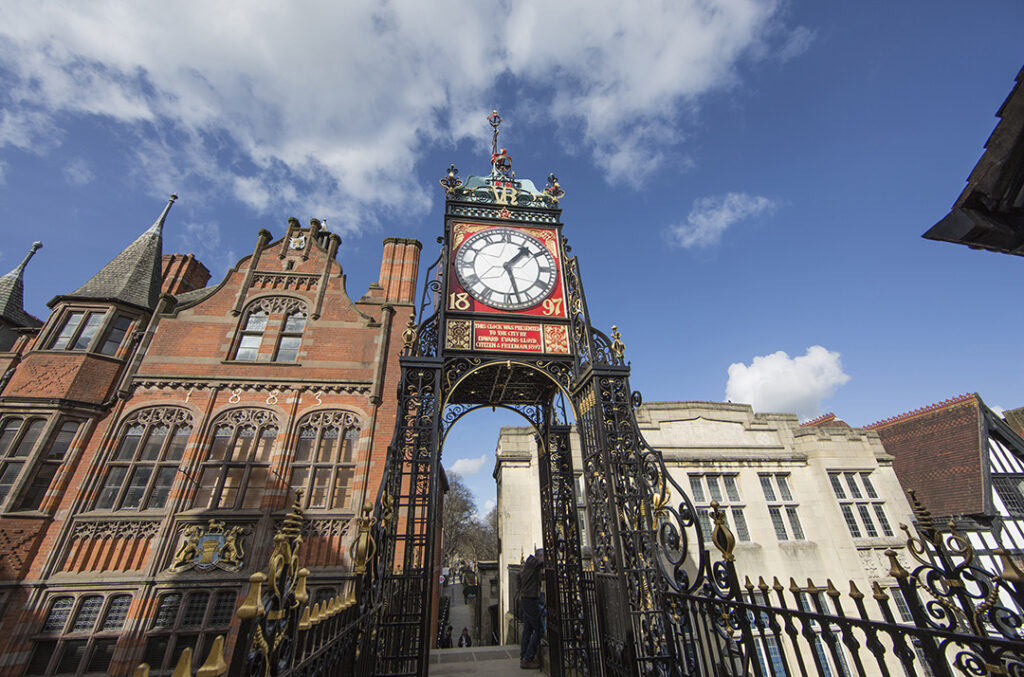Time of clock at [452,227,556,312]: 1:27
